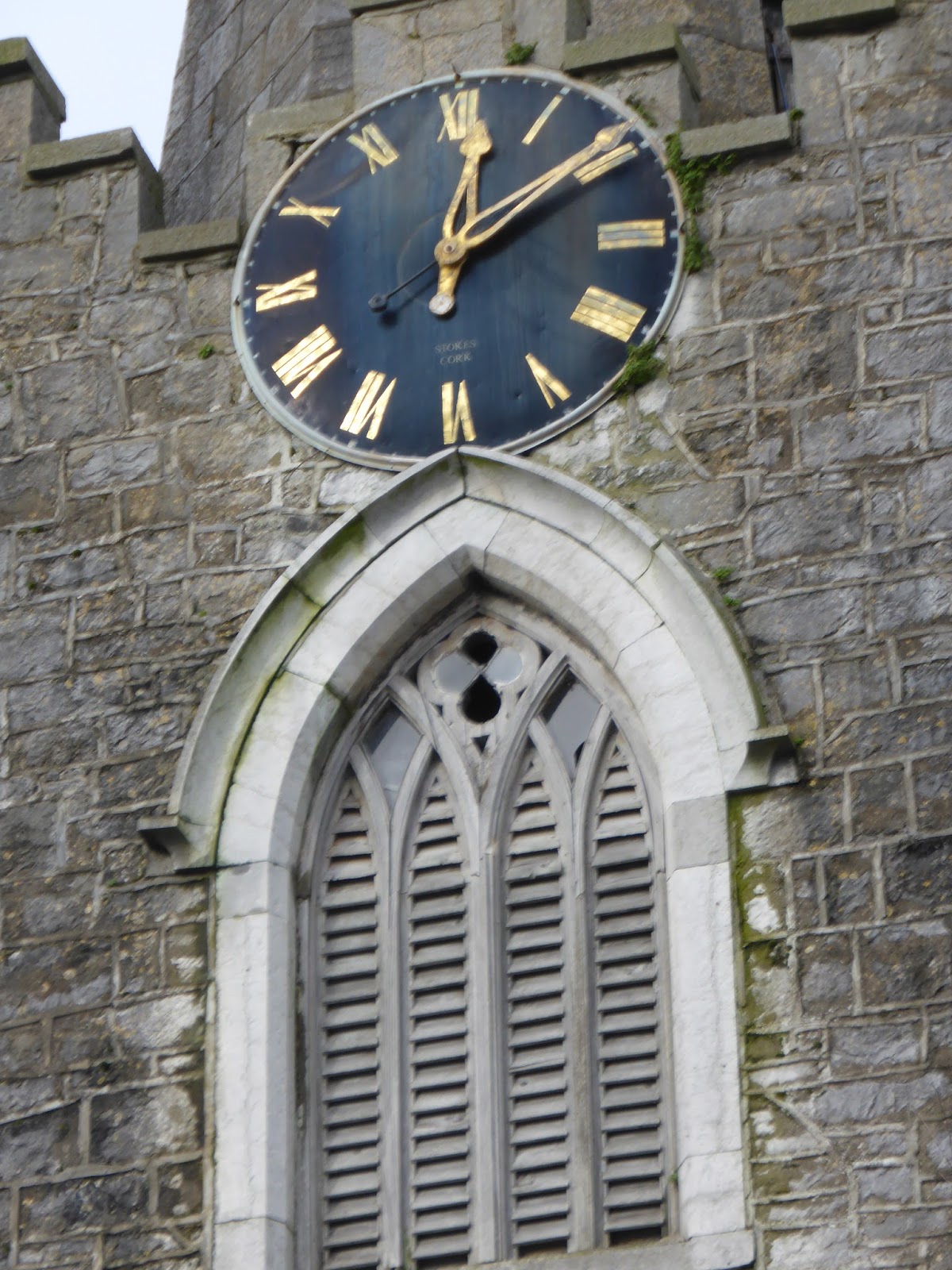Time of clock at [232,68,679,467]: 12:09
